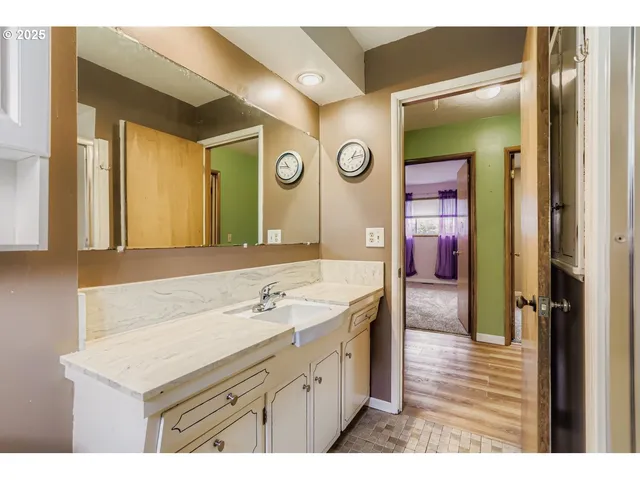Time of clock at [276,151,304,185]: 10:46
